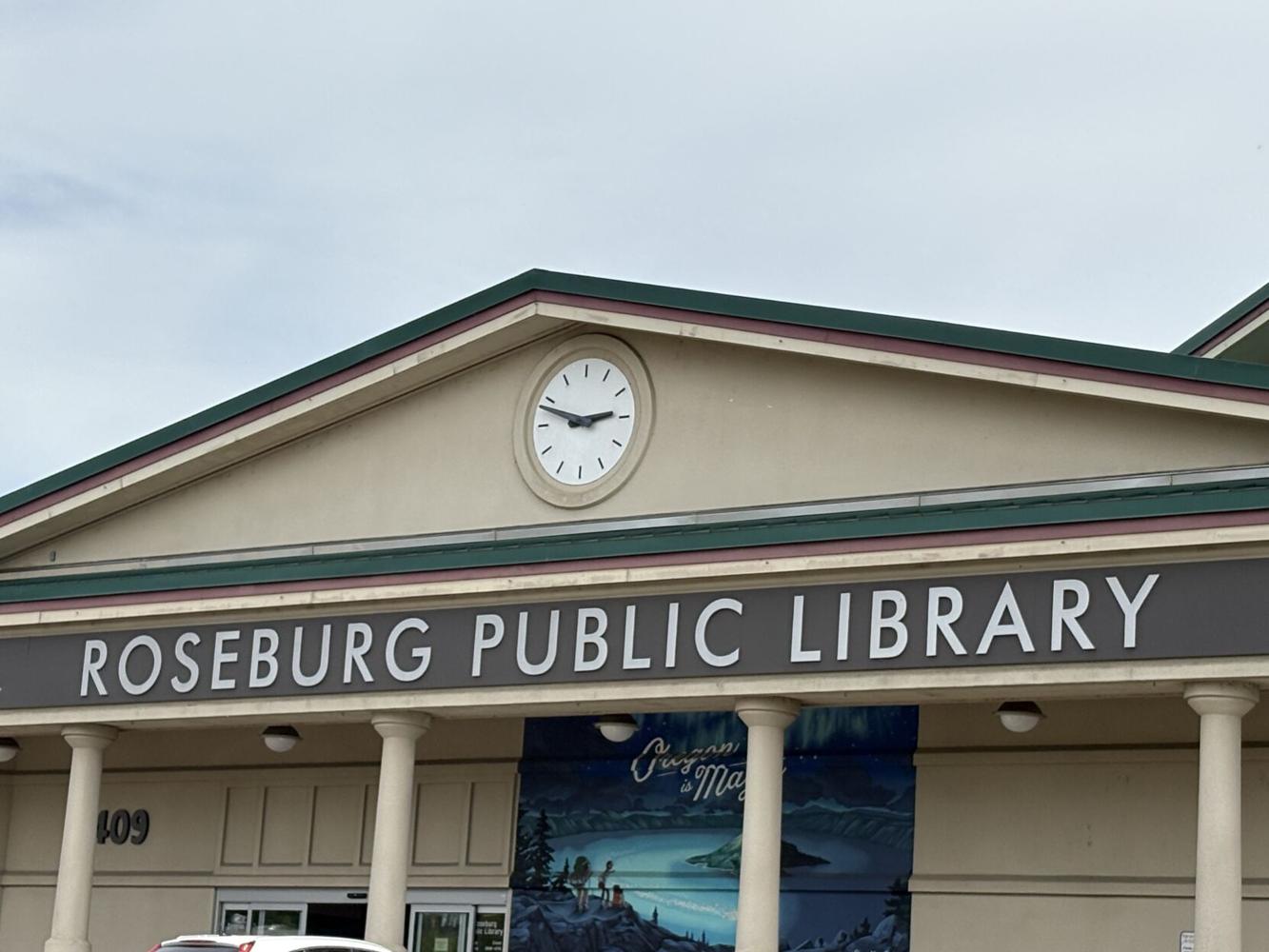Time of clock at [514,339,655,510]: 2:48
